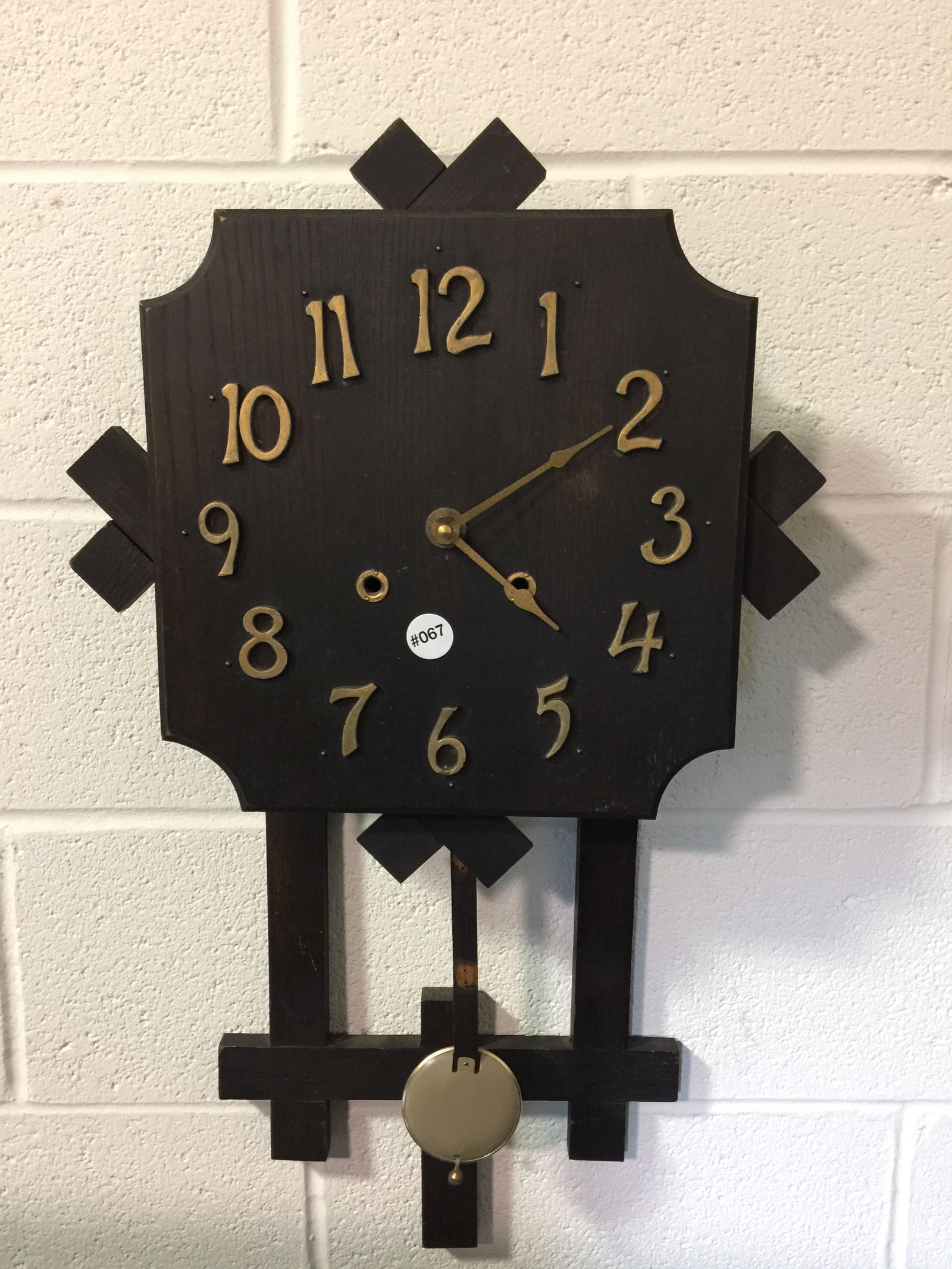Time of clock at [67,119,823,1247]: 4:10
